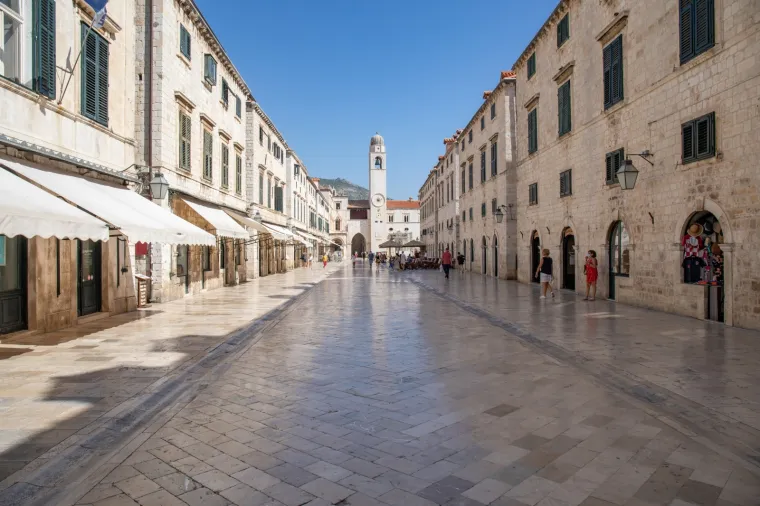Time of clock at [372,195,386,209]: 4:12
